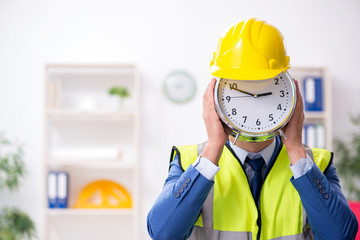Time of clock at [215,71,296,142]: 2:48
